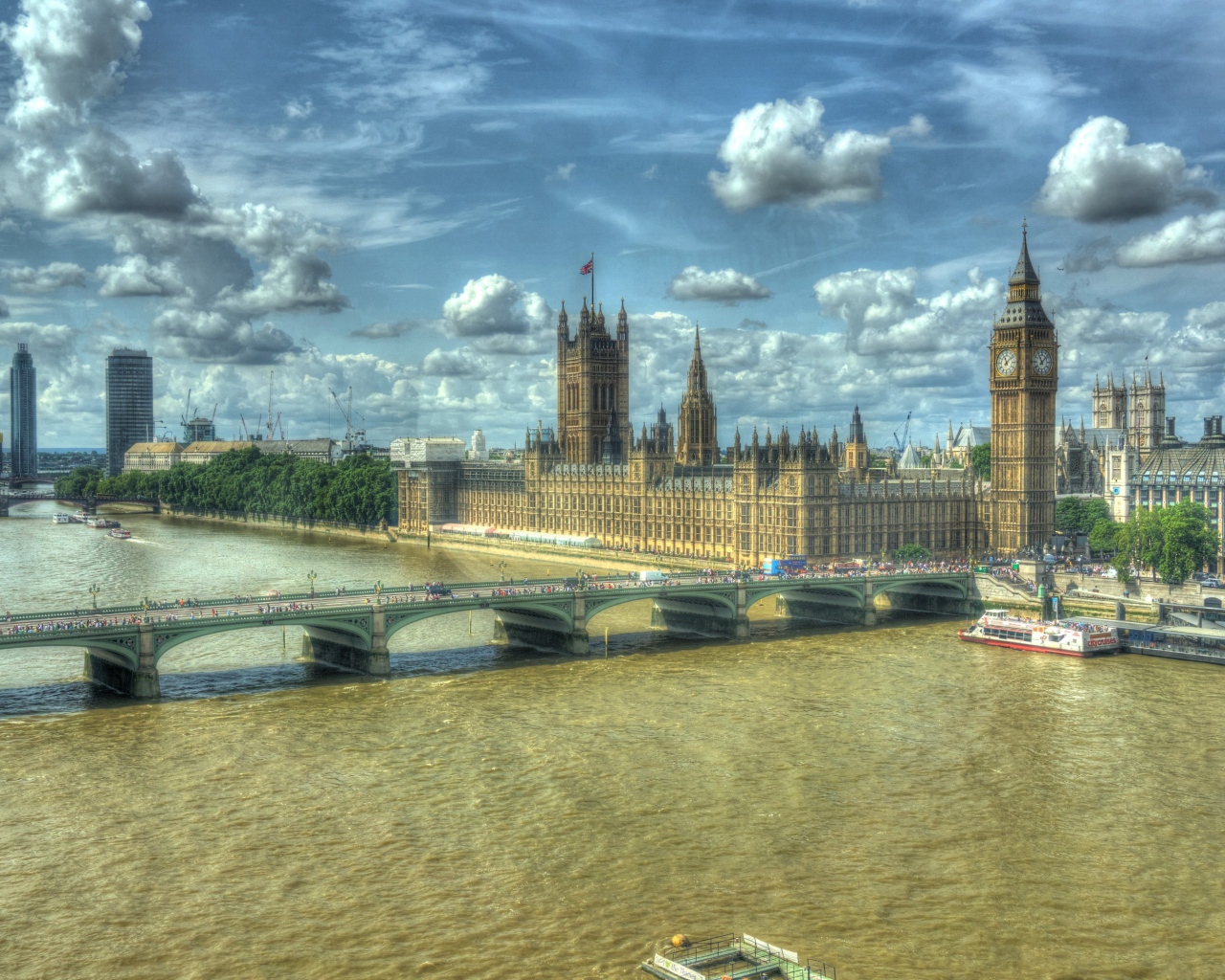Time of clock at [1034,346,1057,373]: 11:07
